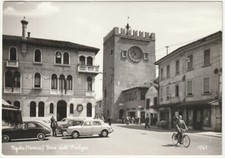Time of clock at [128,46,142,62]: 10:37
